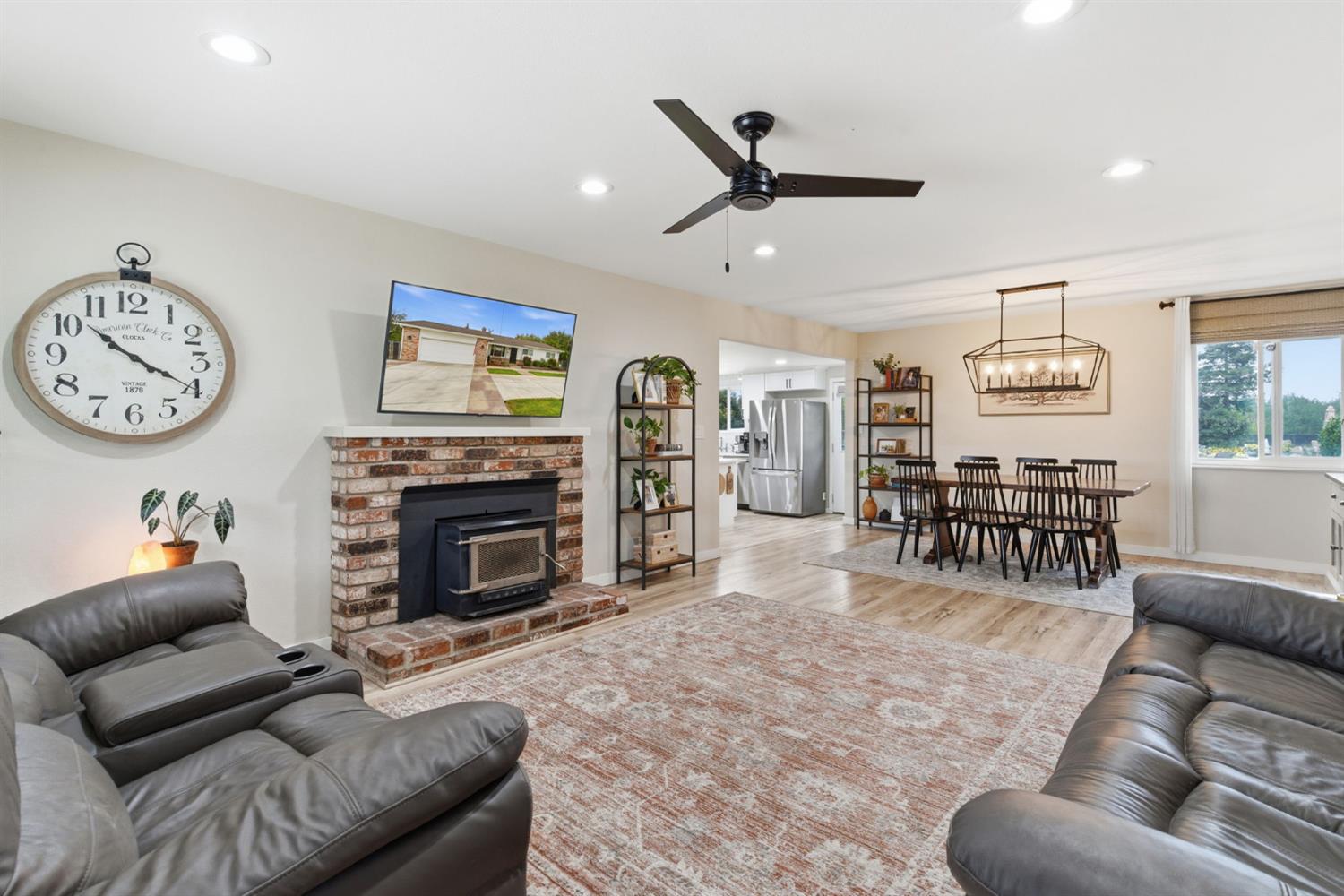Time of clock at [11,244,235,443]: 10:20
